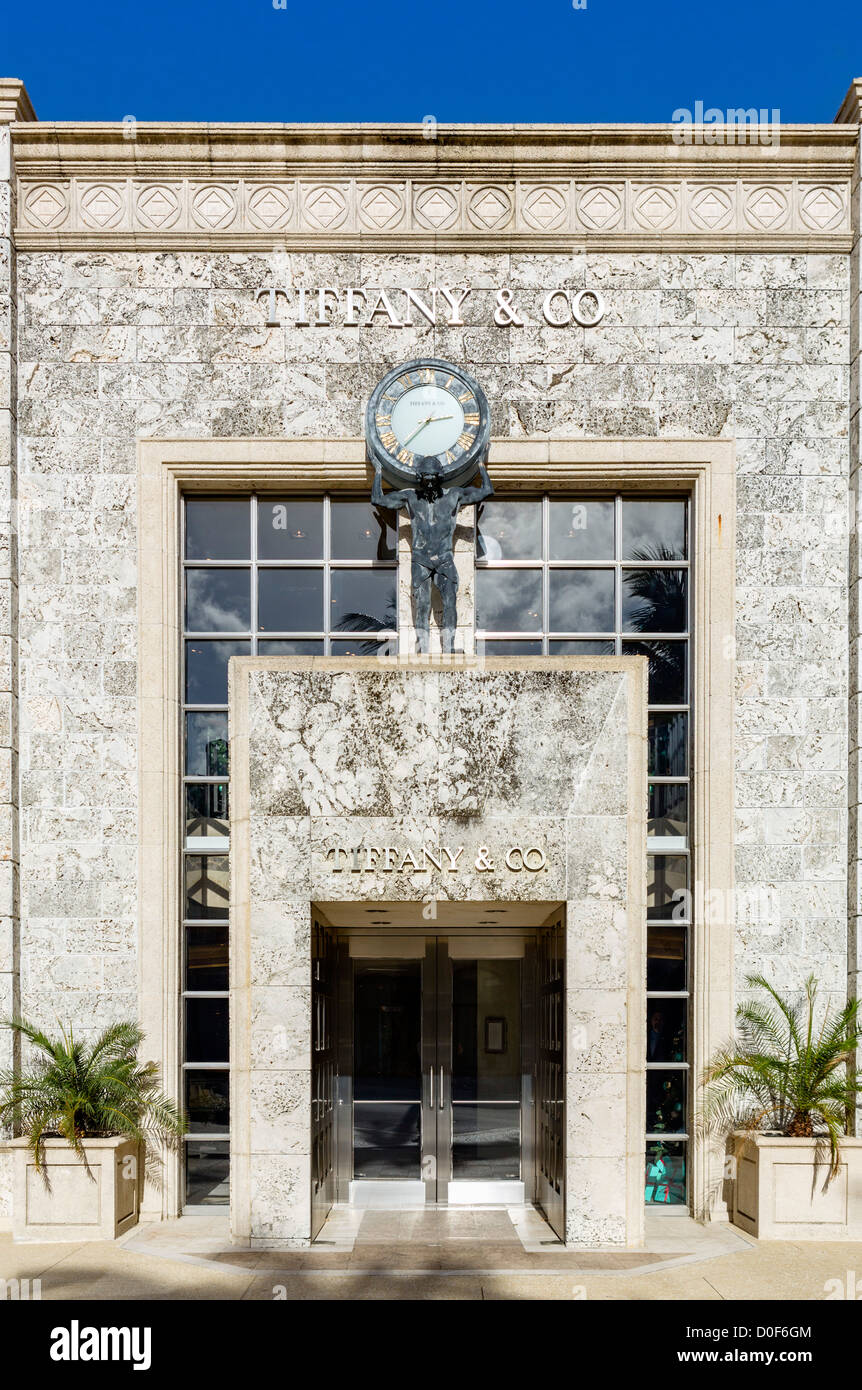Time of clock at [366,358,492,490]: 2:37
